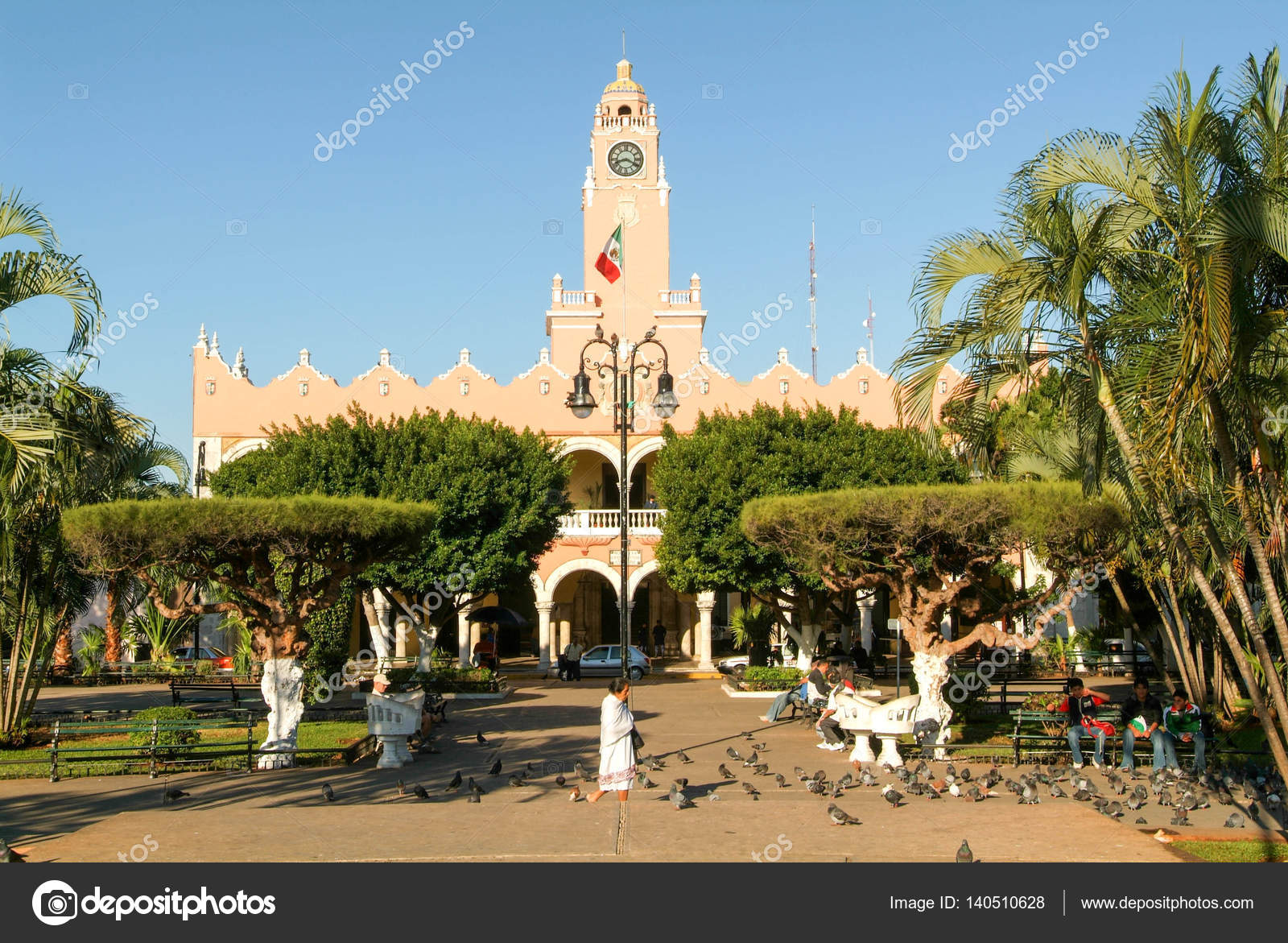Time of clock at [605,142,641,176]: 8:19
